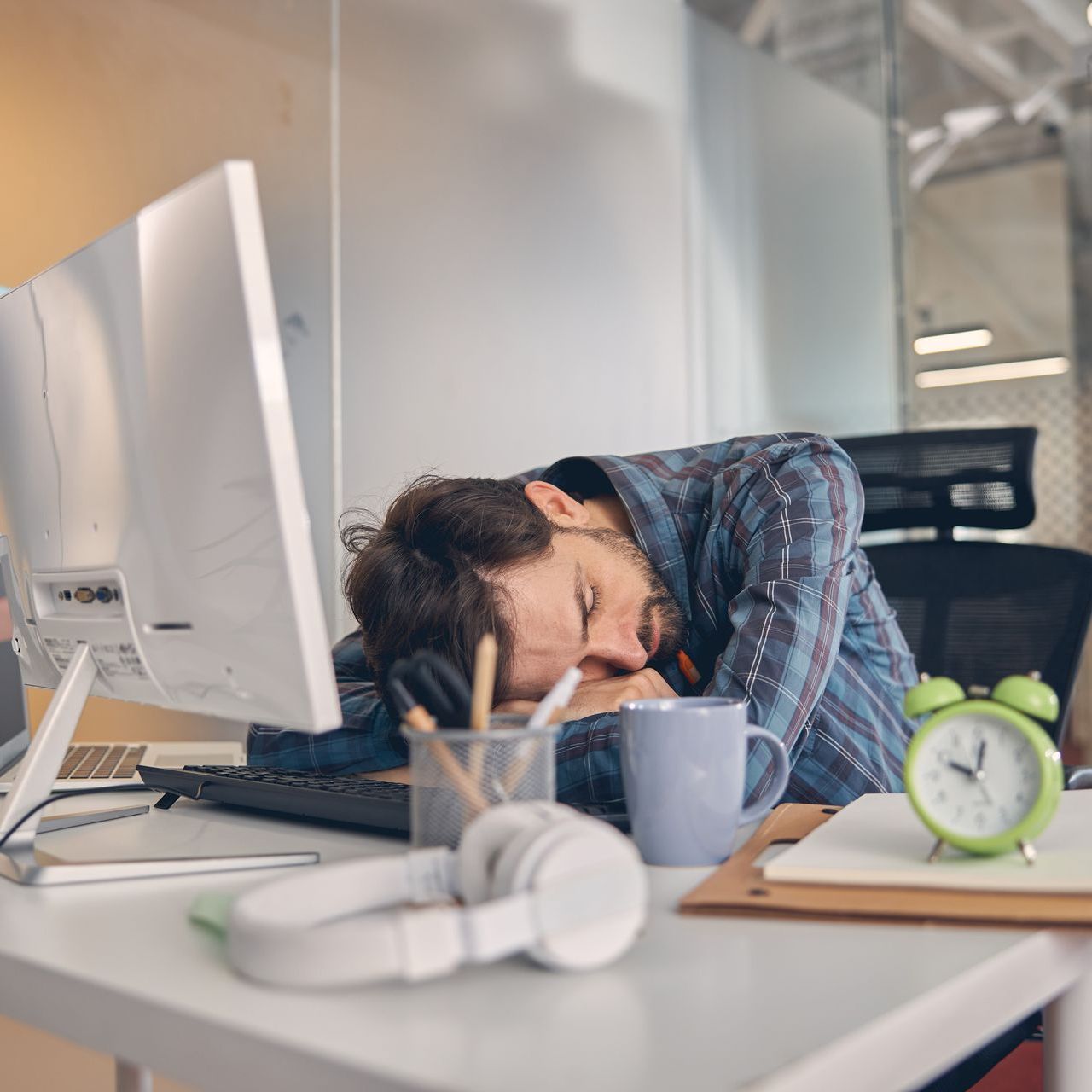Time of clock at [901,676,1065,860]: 10:02
